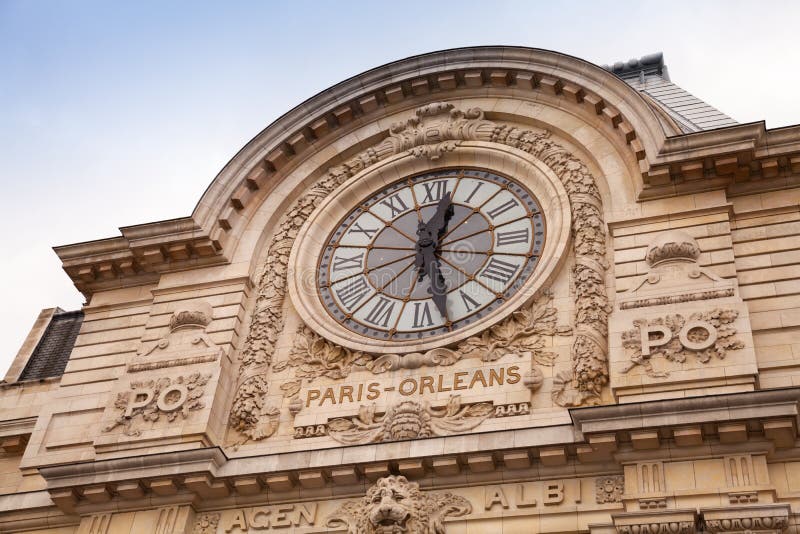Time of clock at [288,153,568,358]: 12:27
